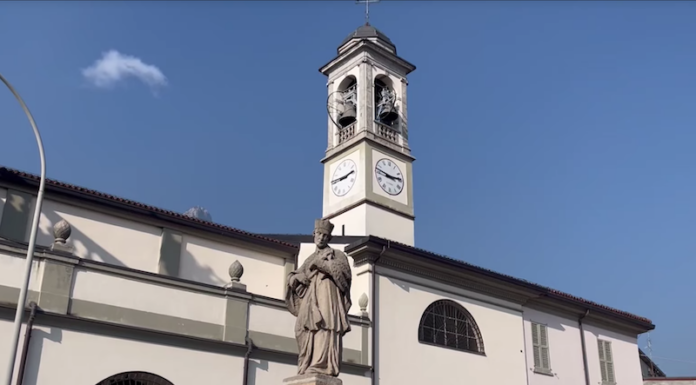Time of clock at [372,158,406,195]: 2:46
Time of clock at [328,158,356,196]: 2:45
